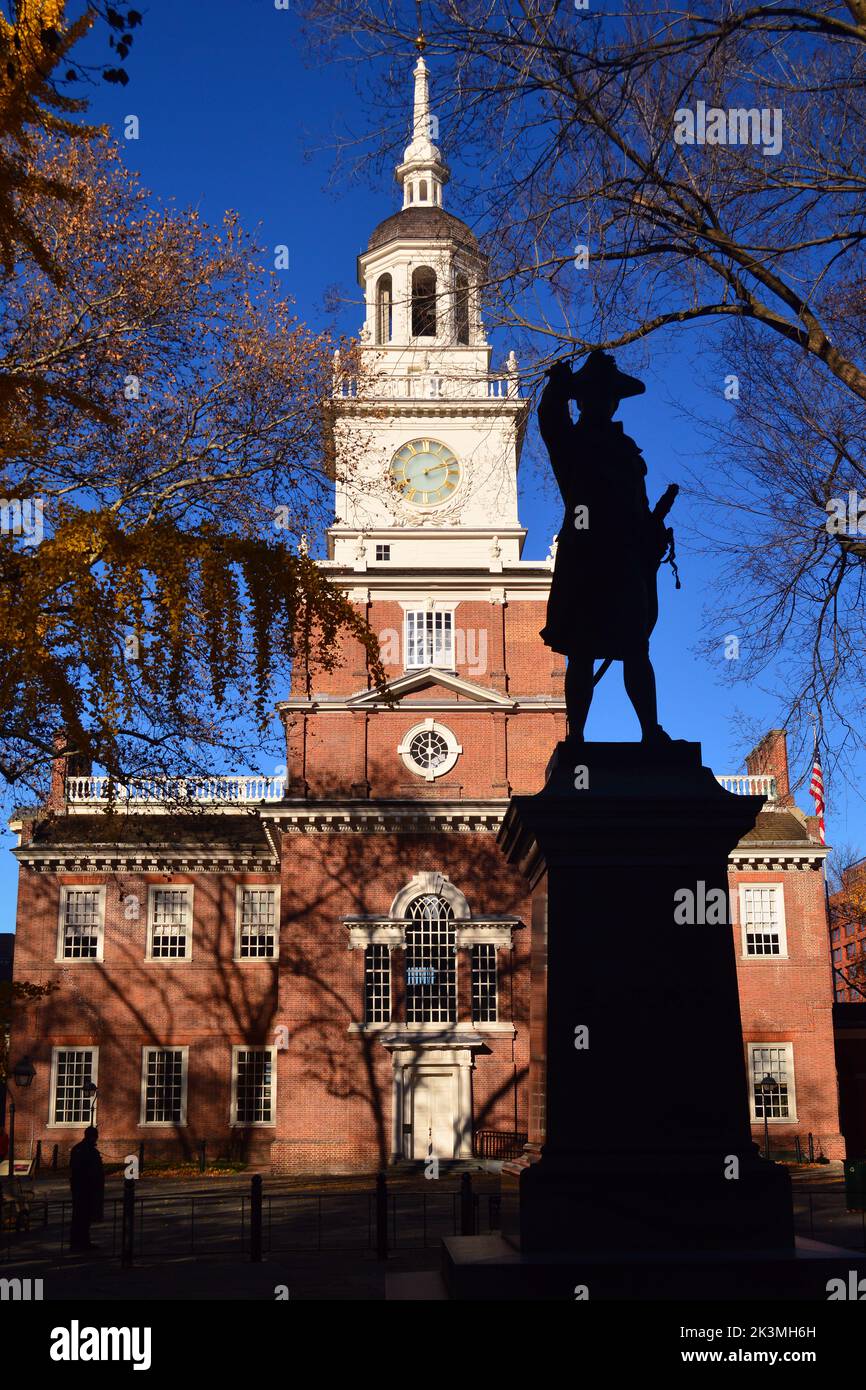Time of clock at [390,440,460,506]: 2:12
